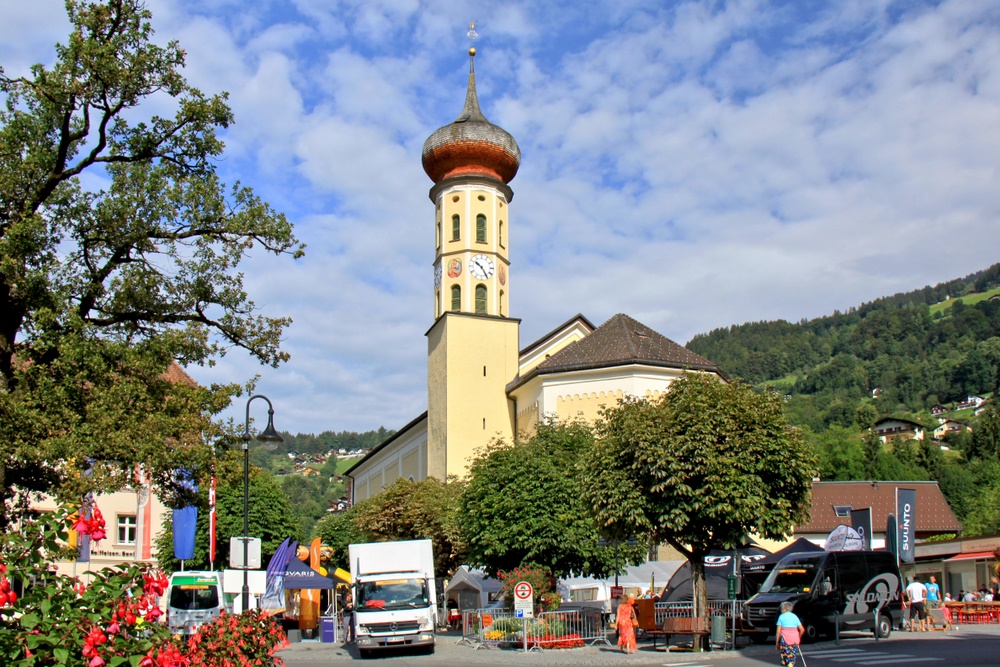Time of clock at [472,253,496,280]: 10:24
